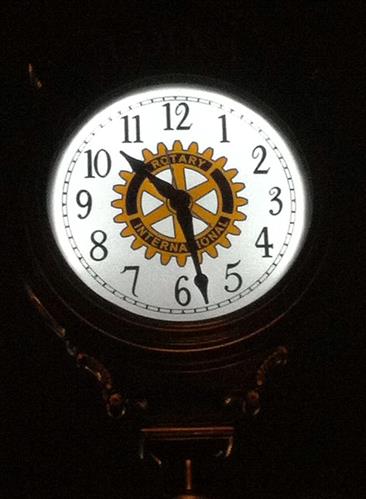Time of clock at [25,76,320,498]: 10:28
